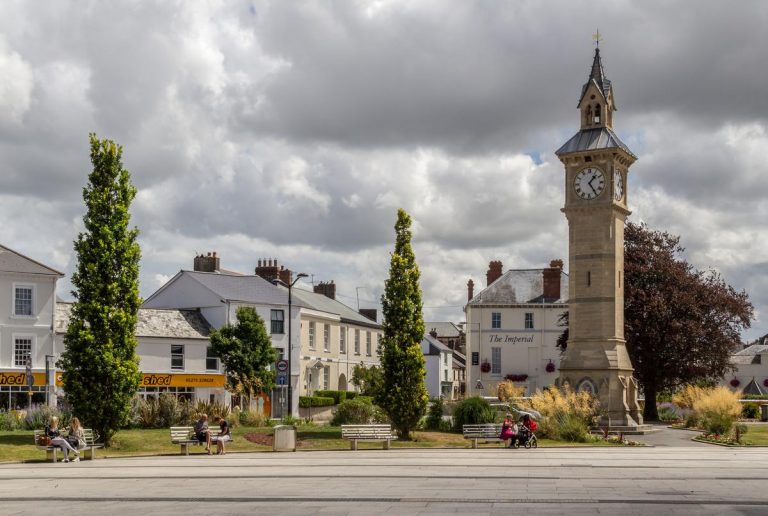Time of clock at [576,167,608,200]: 1:24
